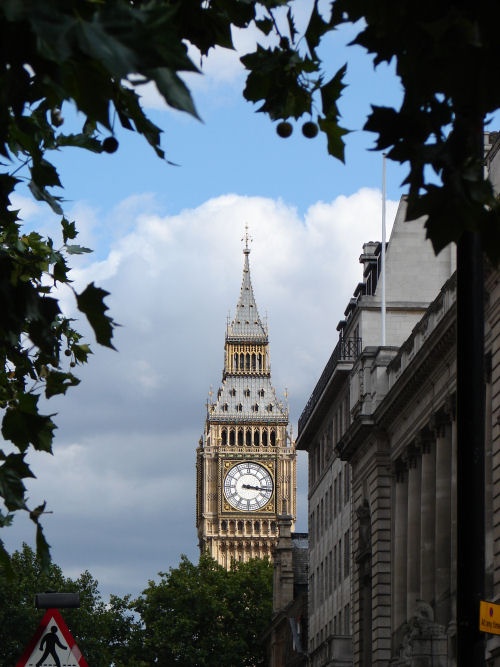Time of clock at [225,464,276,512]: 3:16
